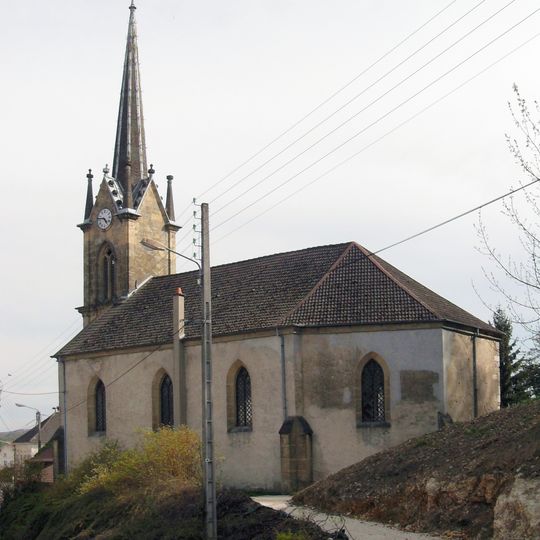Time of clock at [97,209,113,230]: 4:46
